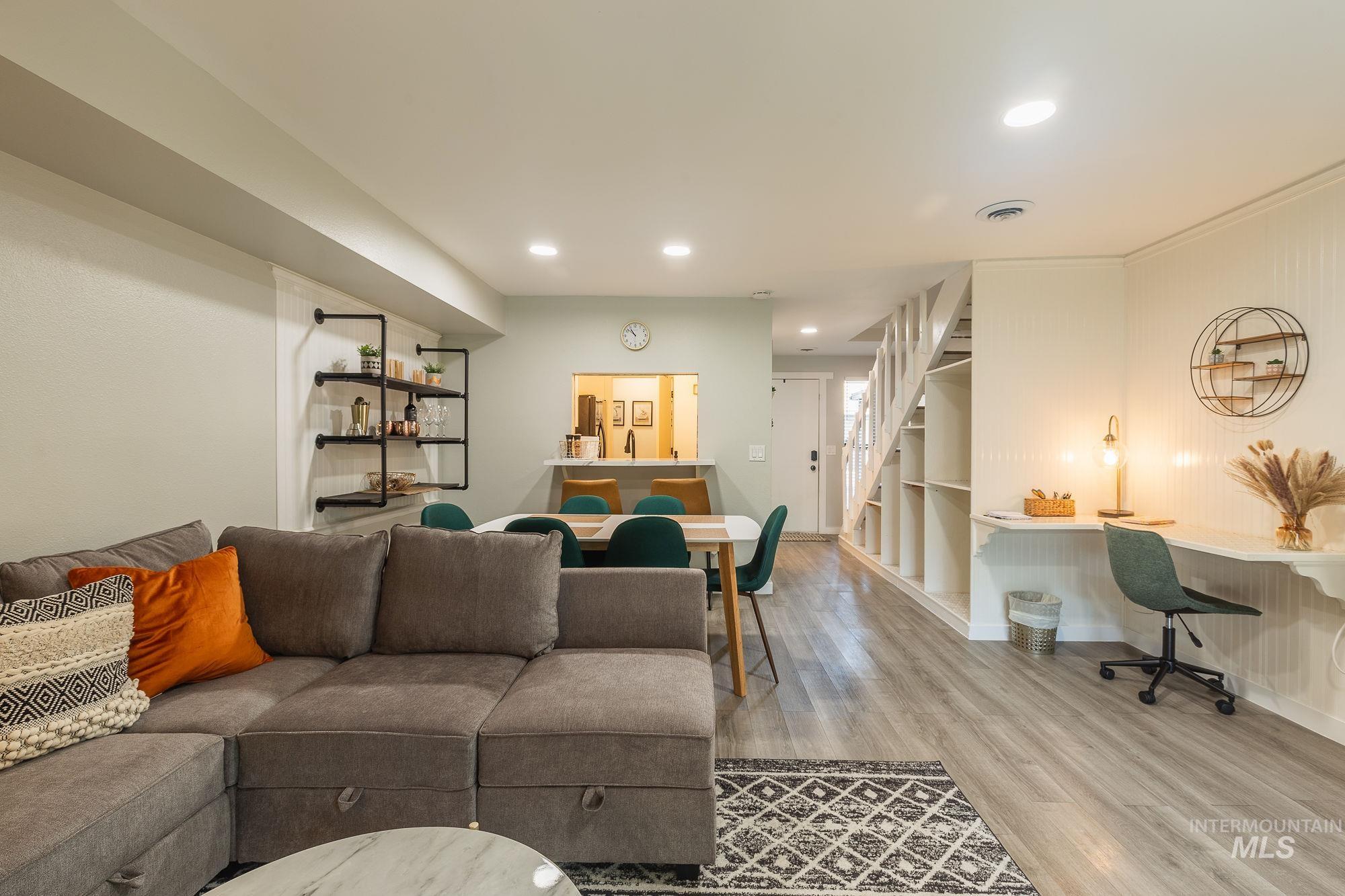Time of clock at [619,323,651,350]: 10:51
